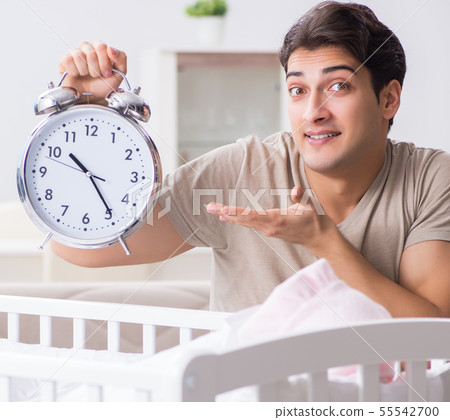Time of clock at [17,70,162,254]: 10:24
